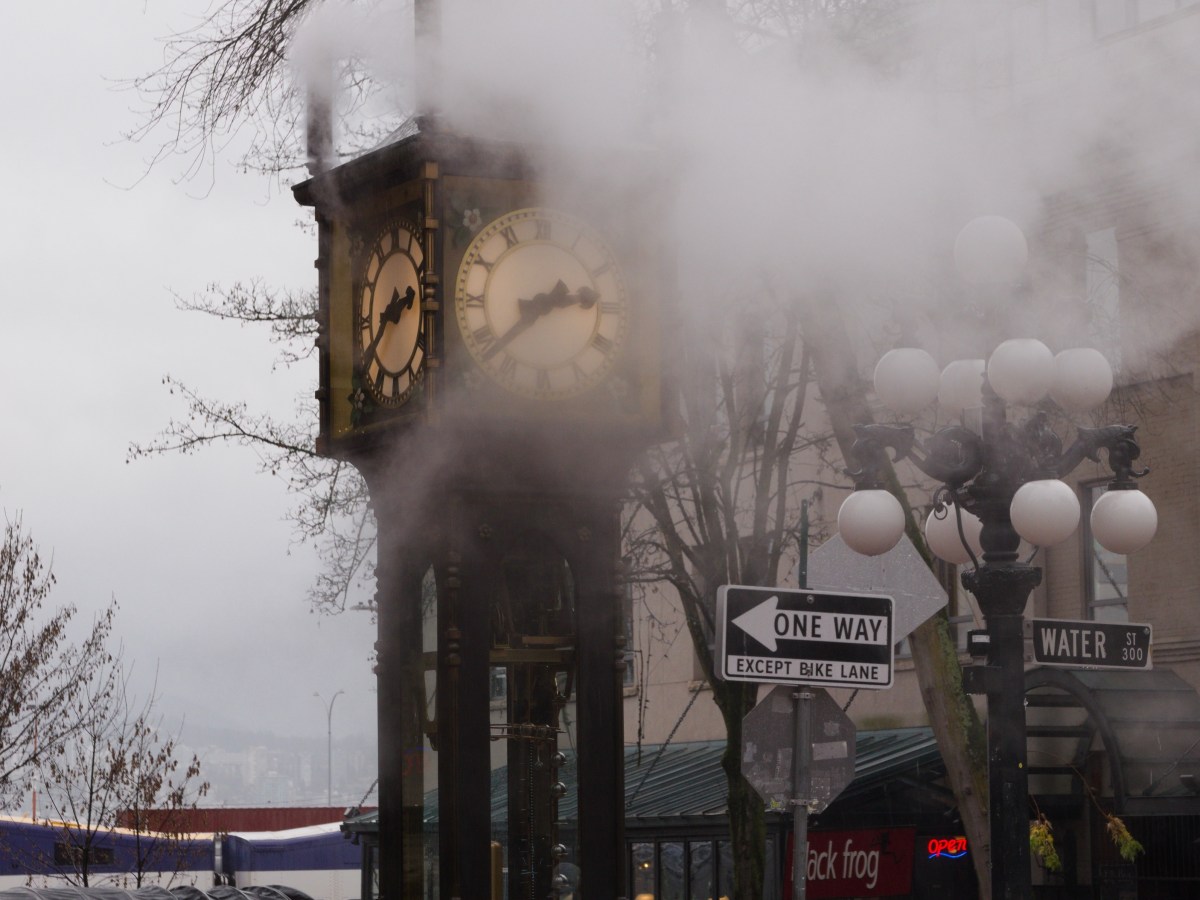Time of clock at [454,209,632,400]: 2:38
